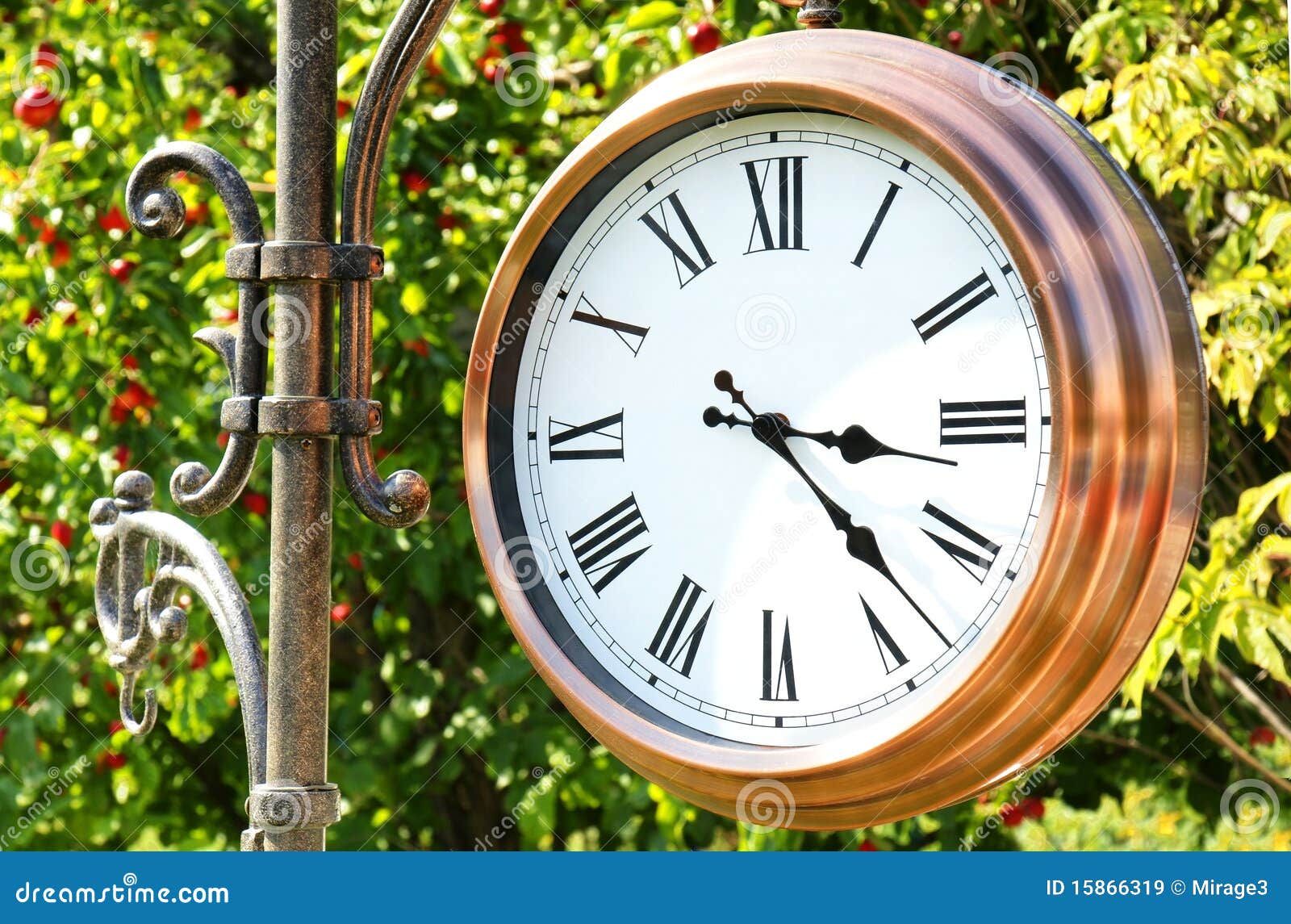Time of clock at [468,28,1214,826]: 3:22
